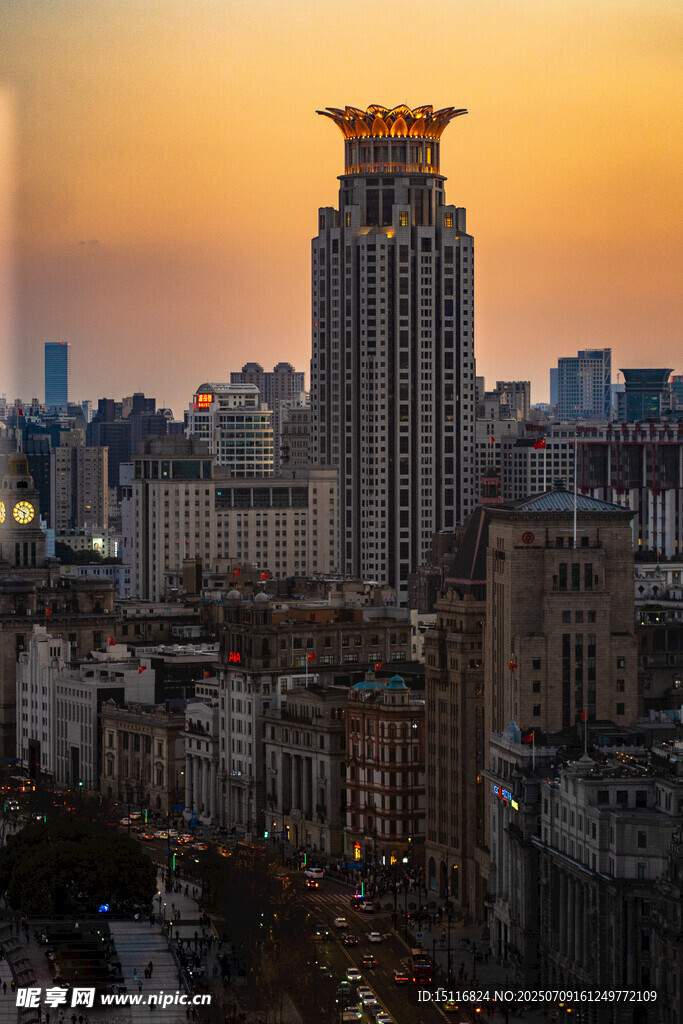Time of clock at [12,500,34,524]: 5:49
